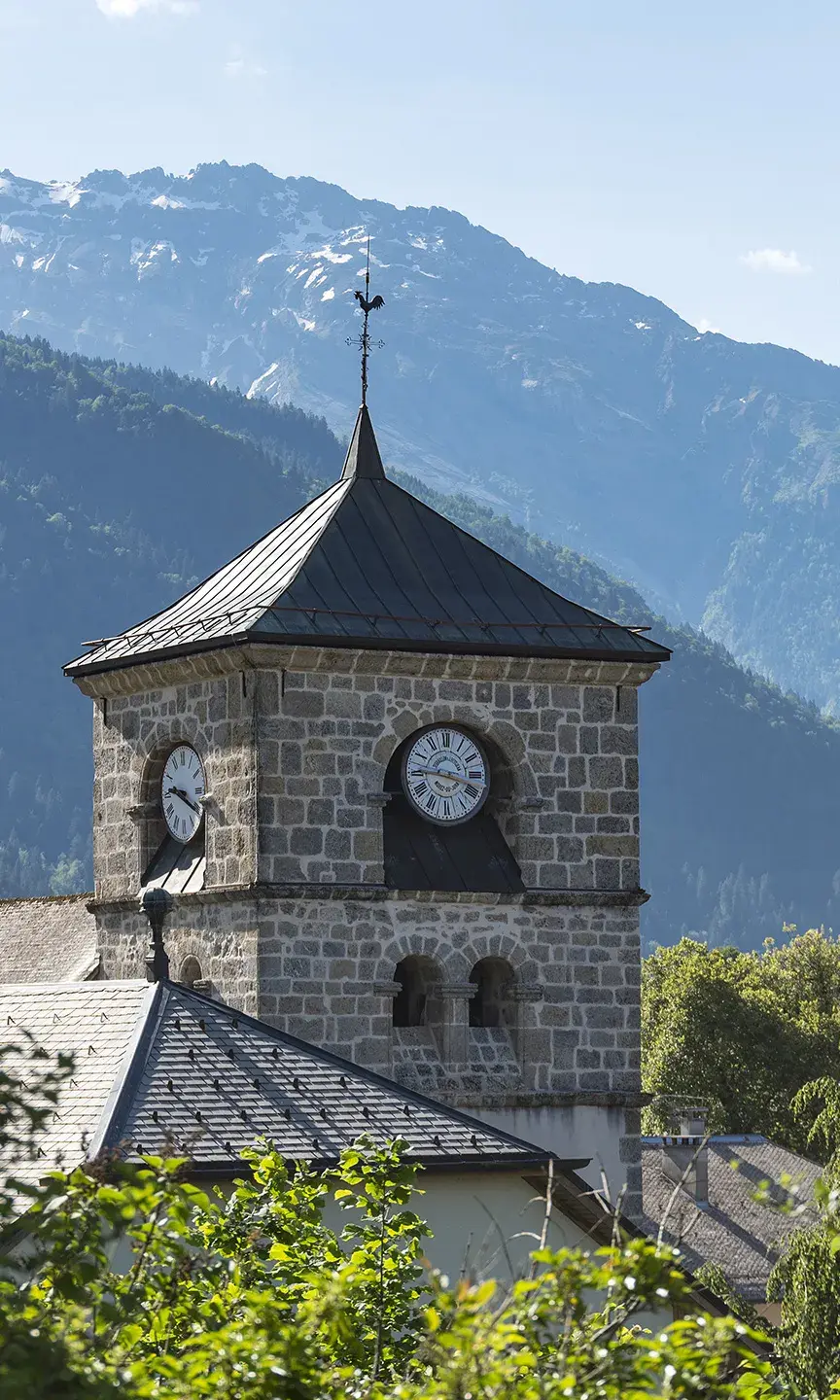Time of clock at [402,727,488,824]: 3:45
